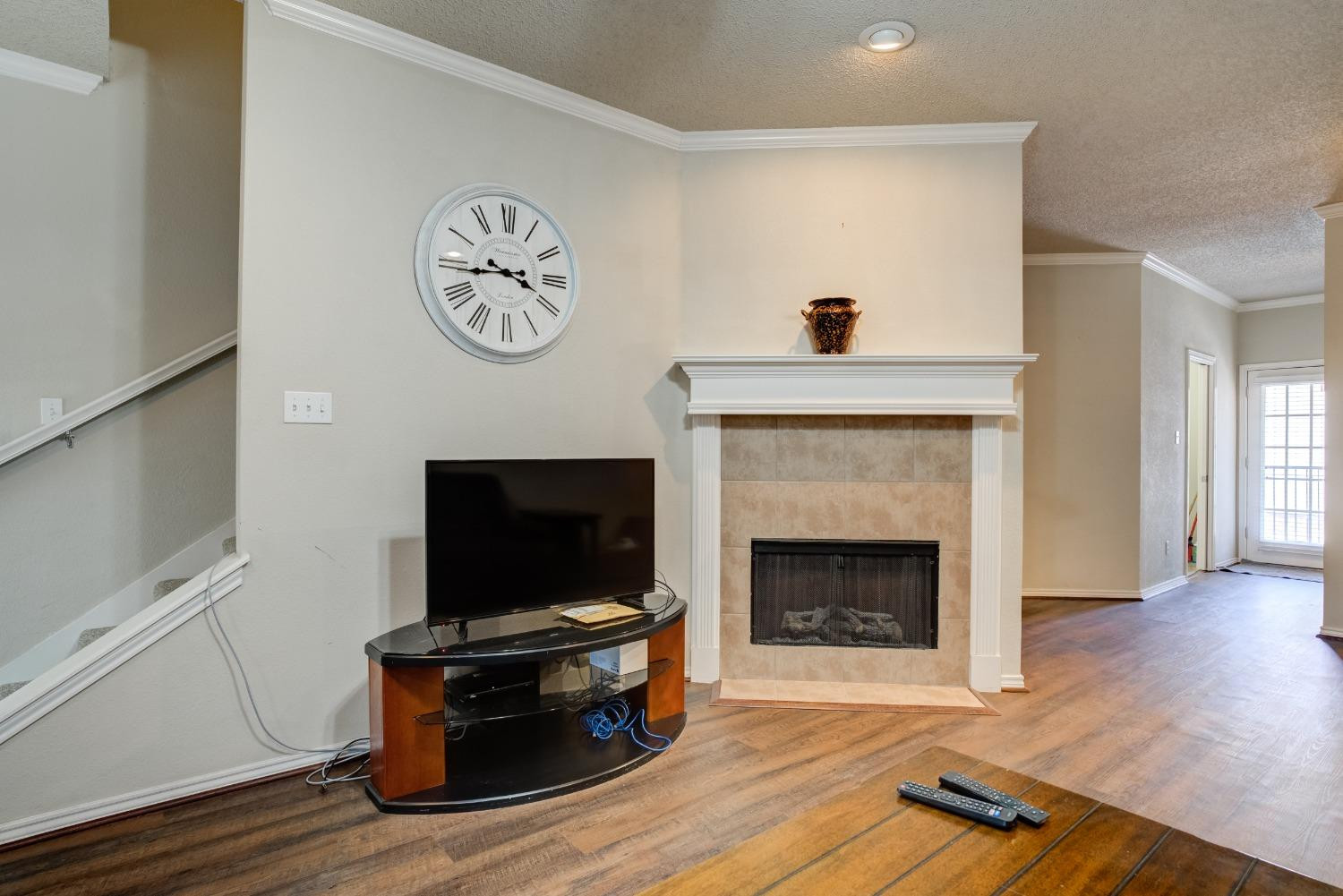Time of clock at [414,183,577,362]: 3:43
